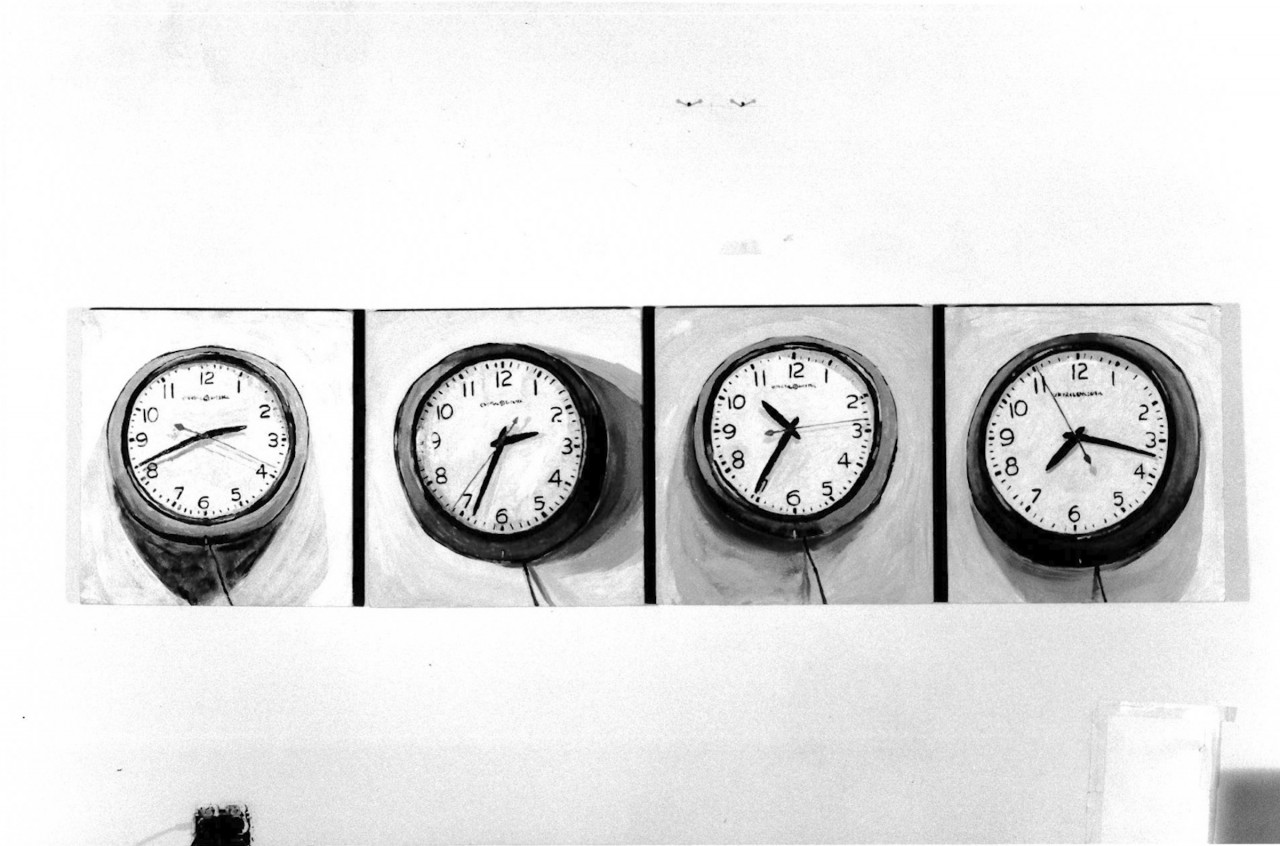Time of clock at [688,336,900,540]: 10:35
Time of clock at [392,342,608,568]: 2:33
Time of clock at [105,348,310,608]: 2:41
